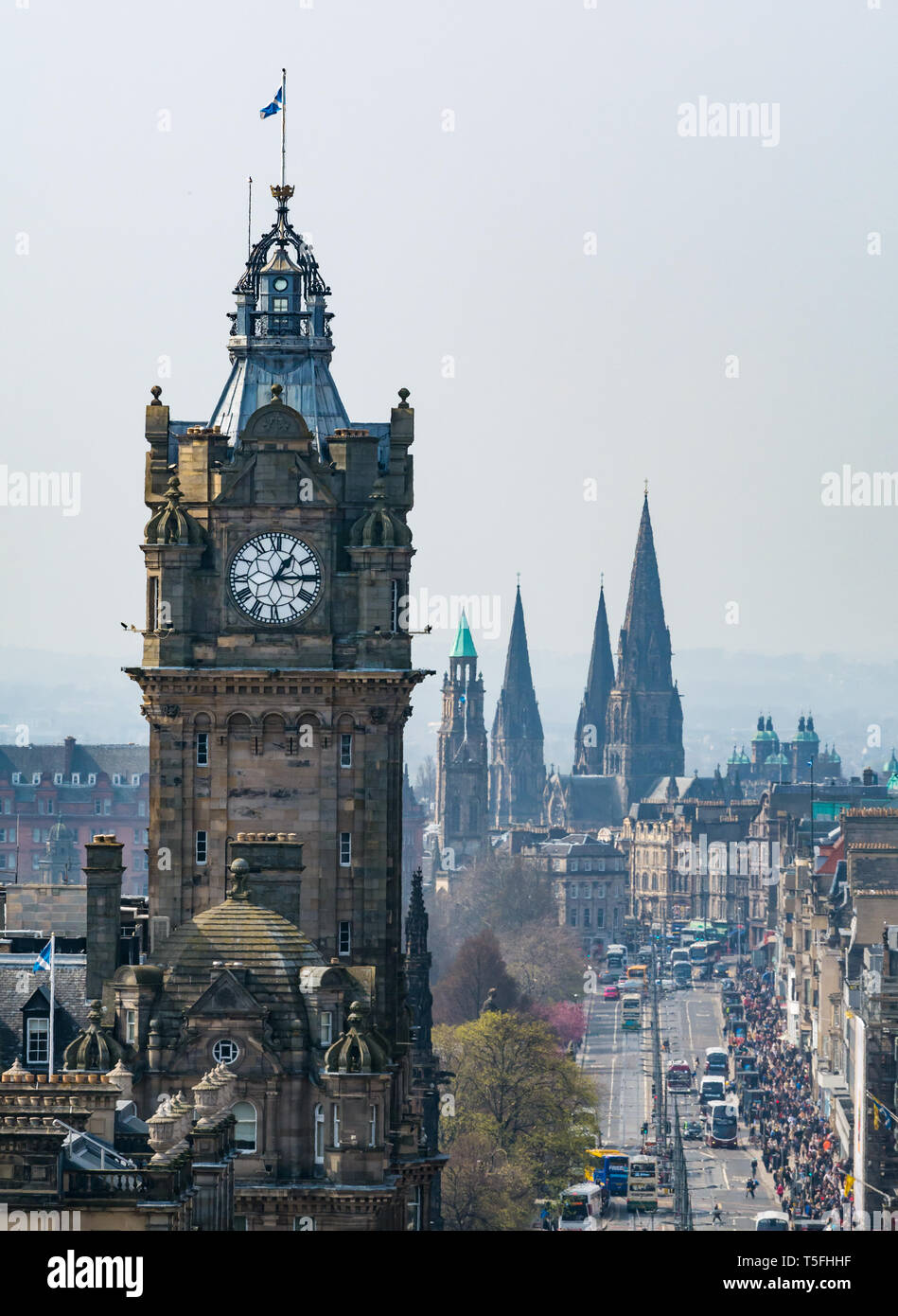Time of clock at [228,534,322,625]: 1:14
